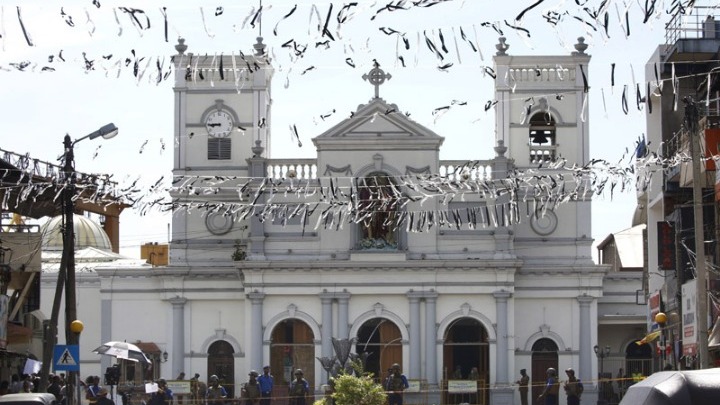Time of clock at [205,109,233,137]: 8:45
